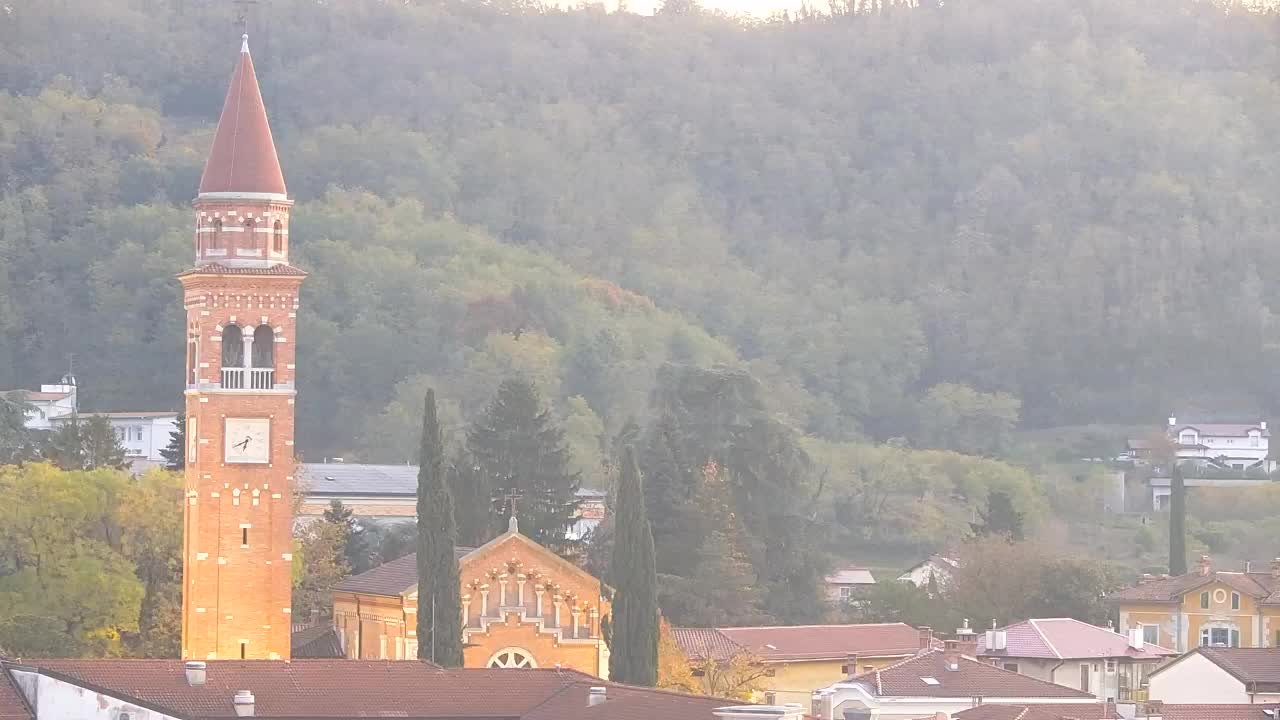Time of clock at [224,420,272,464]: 6:40
